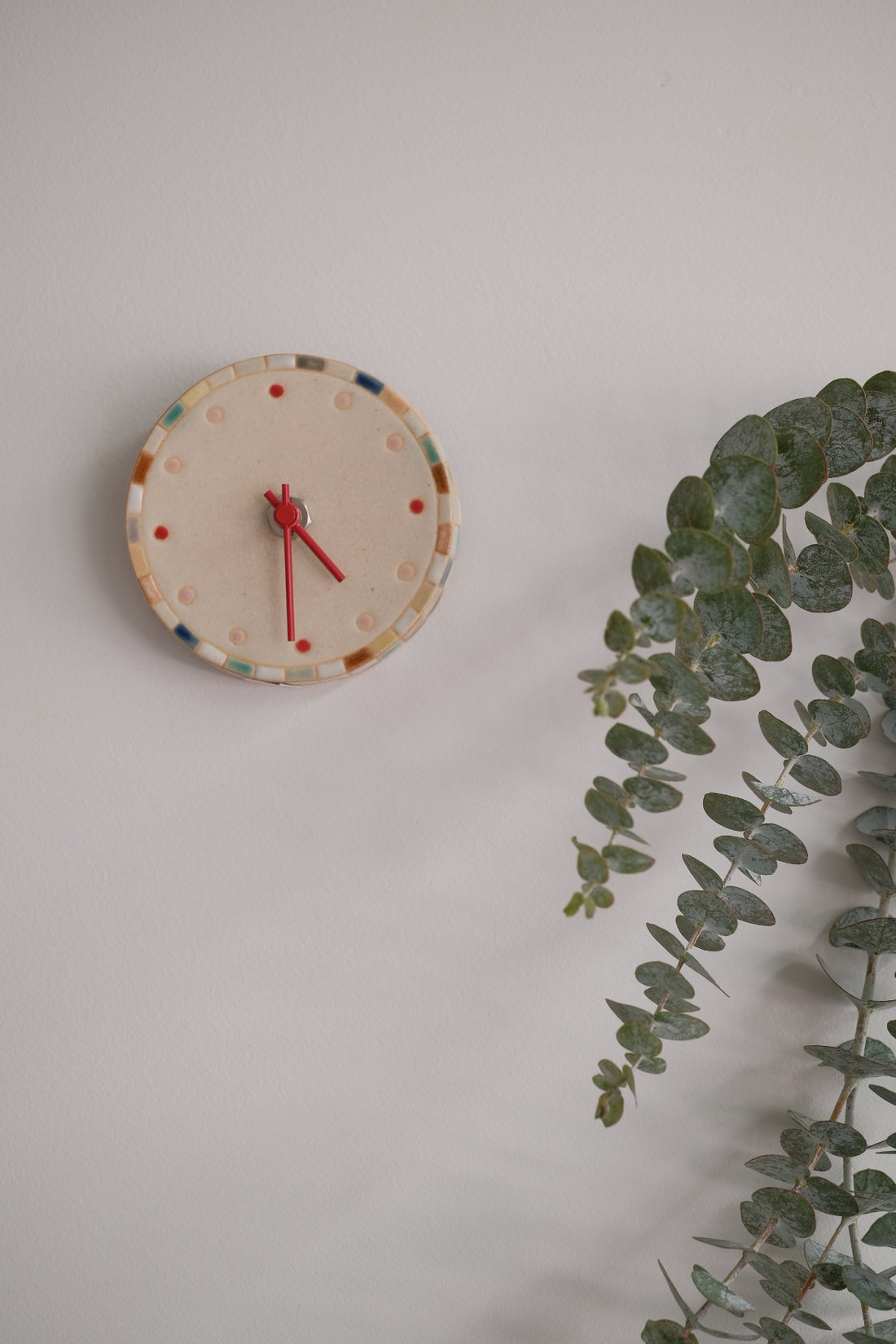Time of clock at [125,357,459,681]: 4:31
